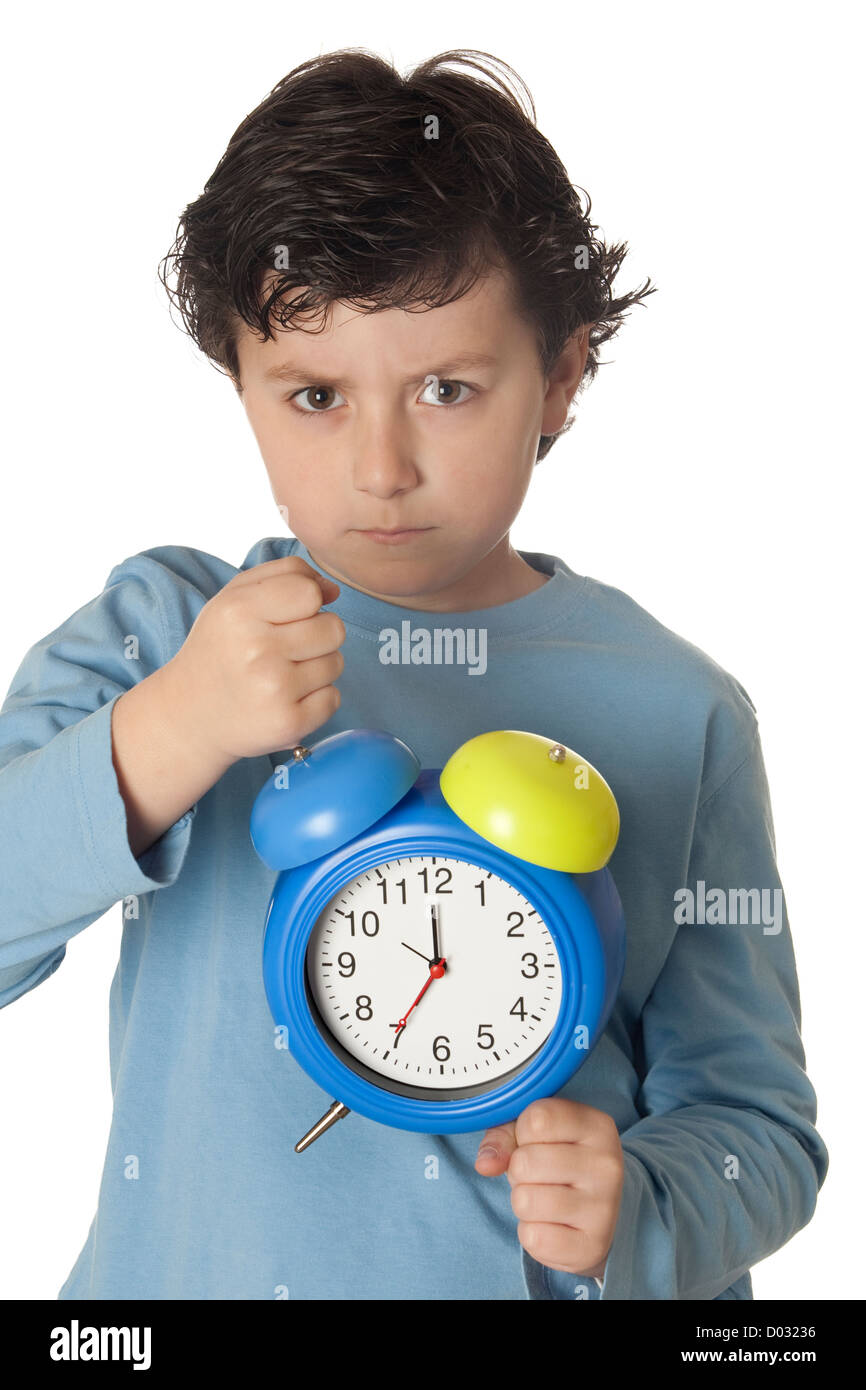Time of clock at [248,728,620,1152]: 6:59
